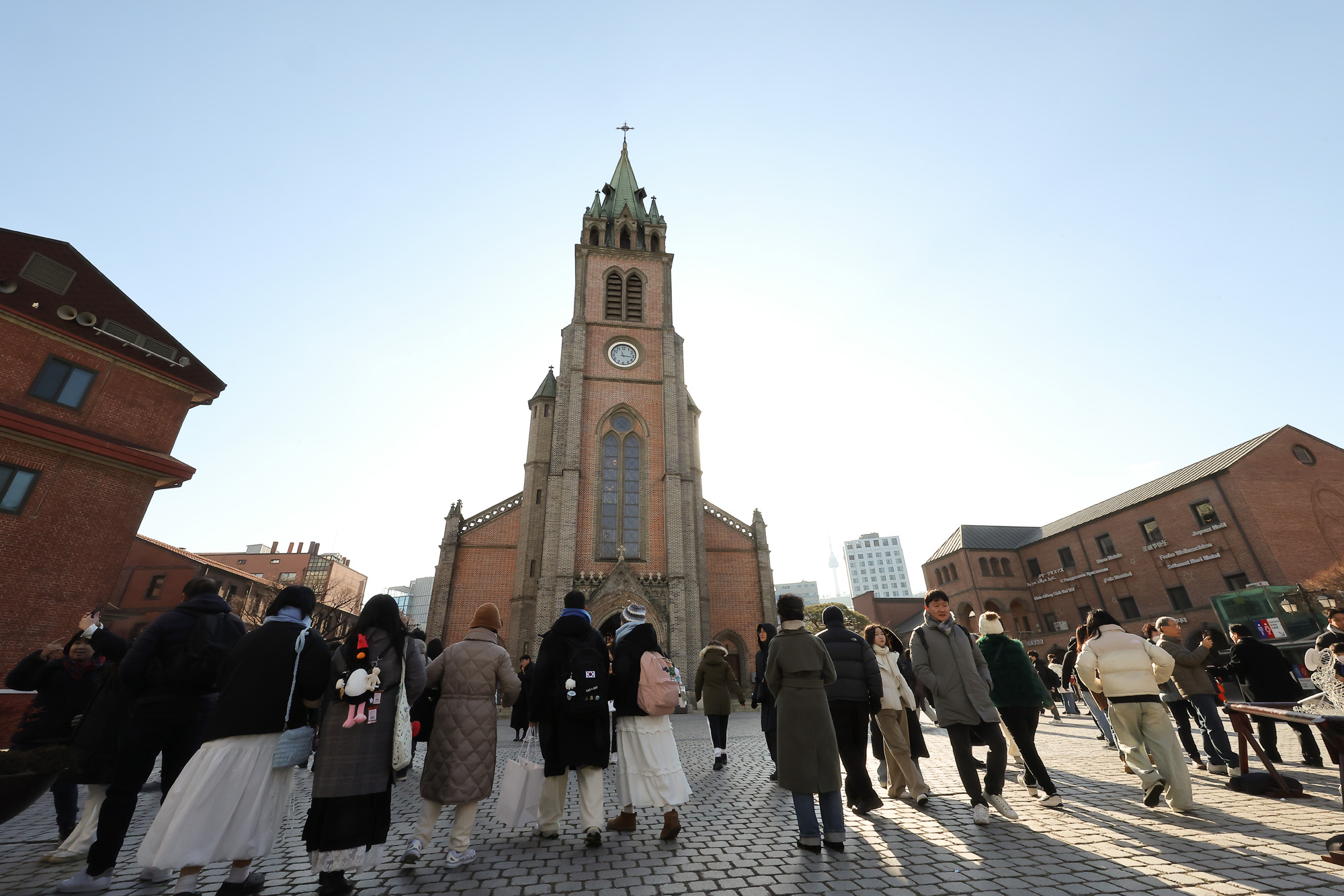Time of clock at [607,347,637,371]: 11:15
